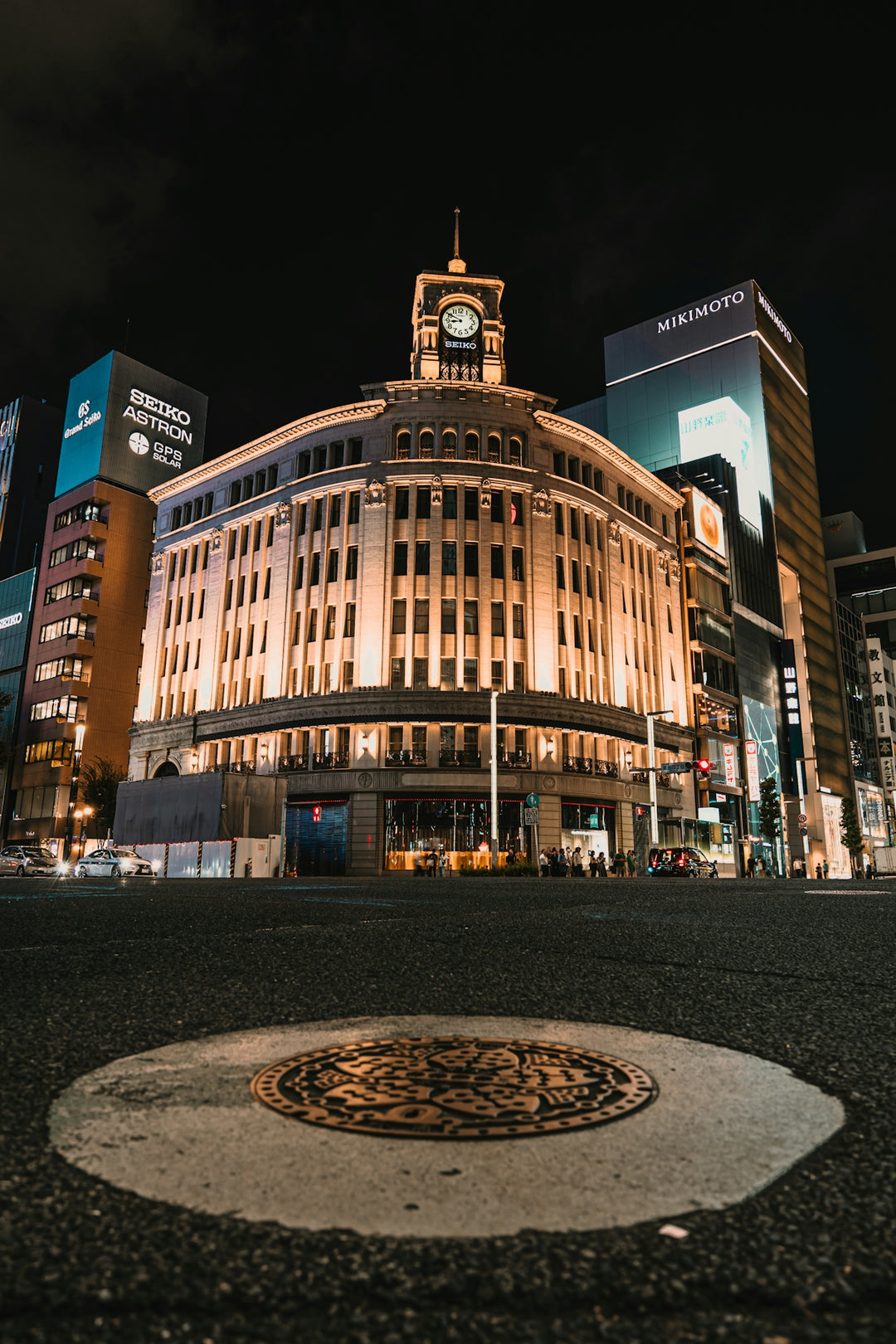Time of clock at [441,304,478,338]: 8:50
